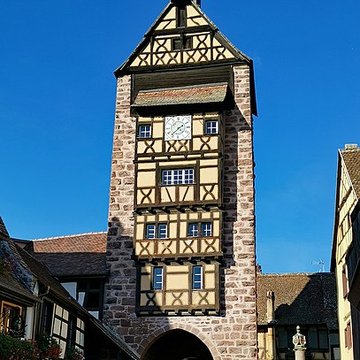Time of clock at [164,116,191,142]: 1:37
